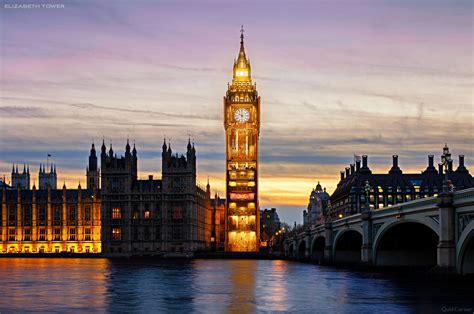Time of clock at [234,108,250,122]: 10:00
